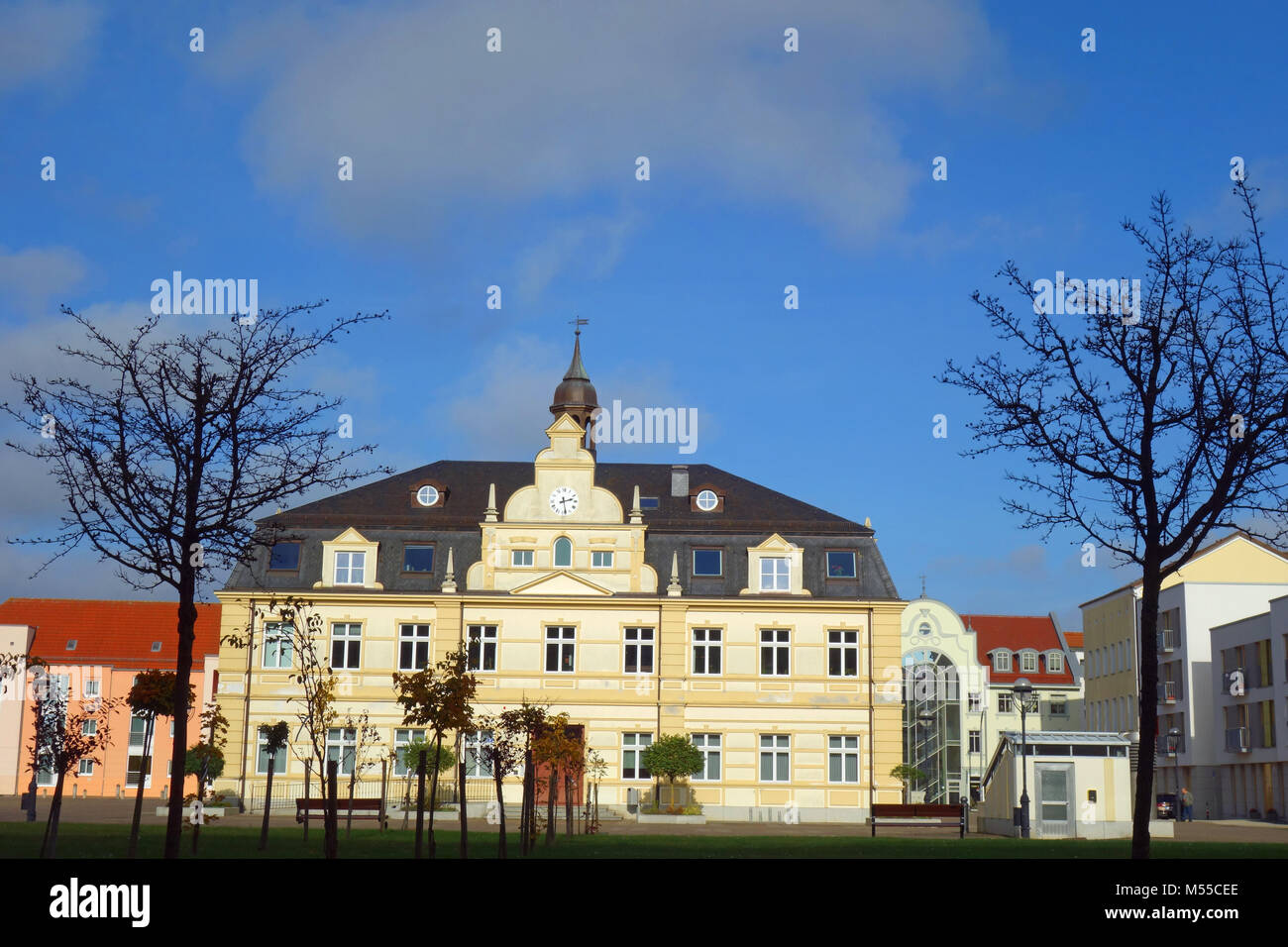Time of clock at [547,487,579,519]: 2:28
